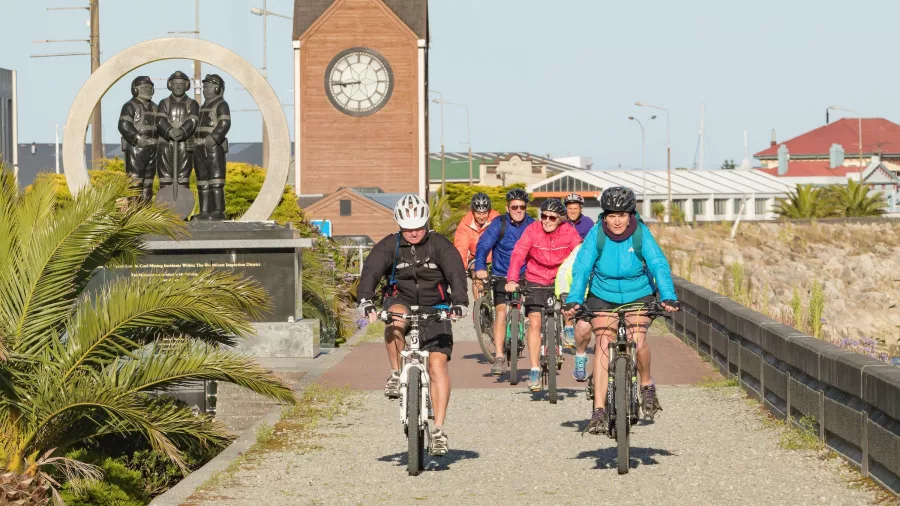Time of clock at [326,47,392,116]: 8:43
